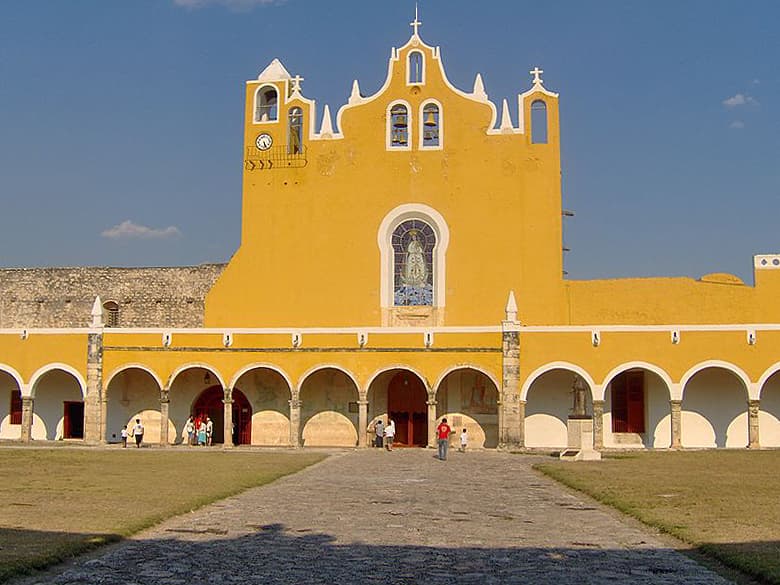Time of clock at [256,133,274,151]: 5:26
